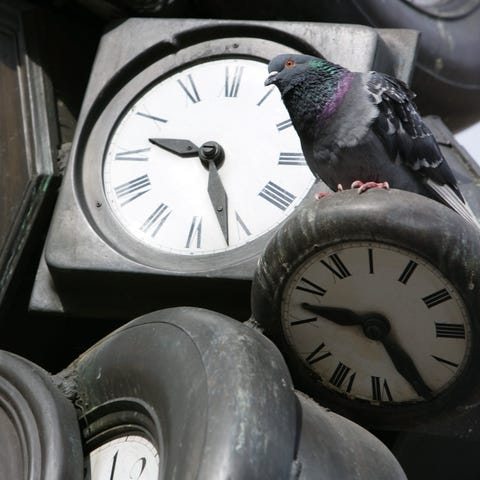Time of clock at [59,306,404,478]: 9:26
